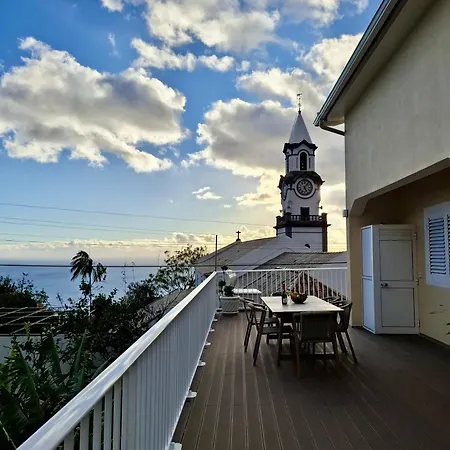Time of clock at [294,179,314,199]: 5:06
